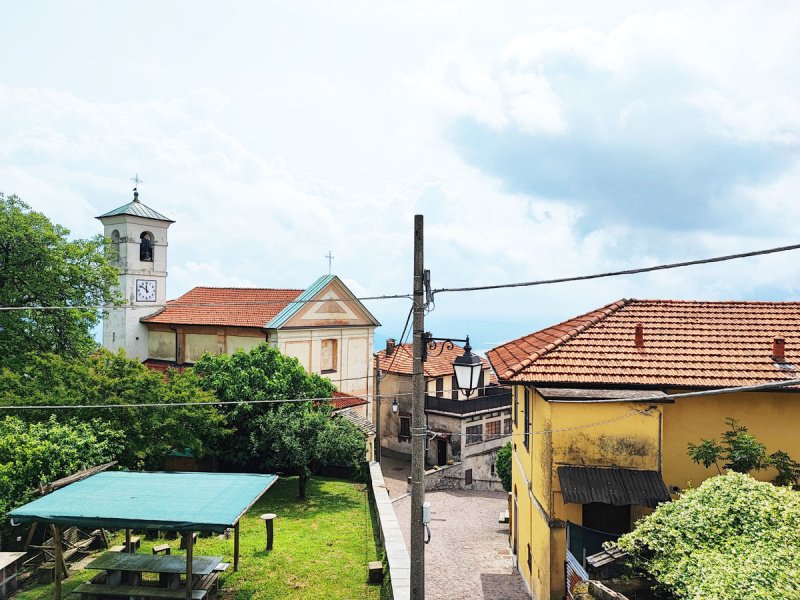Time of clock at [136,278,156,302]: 11:51
